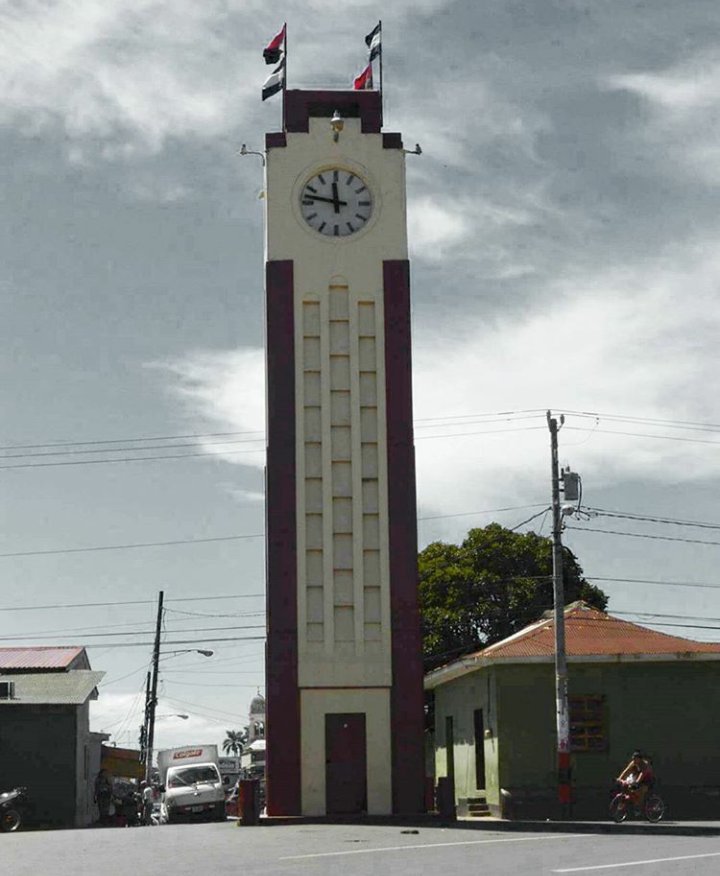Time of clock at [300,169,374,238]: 11:46
